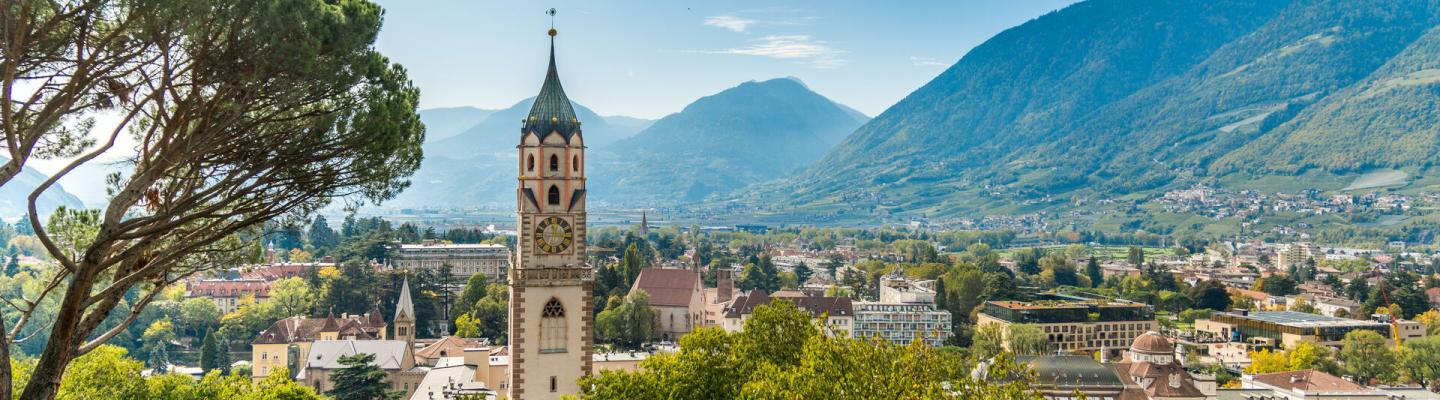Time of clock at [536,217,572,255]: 12:14
